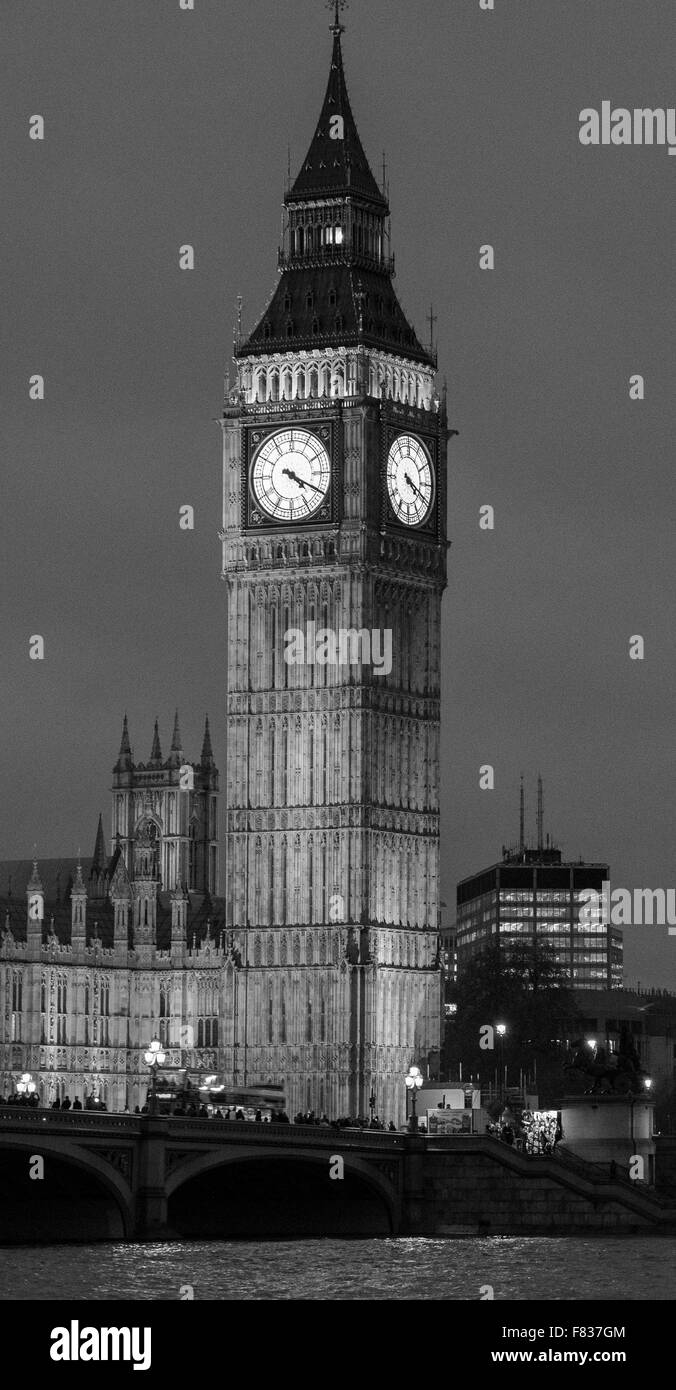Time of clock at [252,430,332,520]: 4:19
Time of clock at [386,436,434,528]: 4:19
